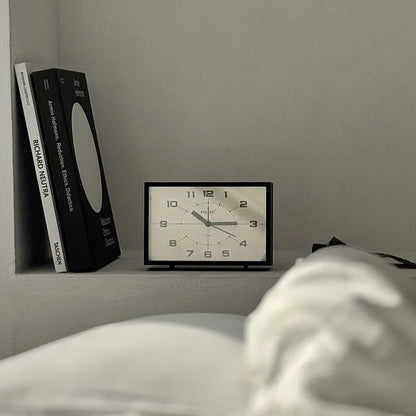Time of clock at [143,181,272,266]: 10:14
